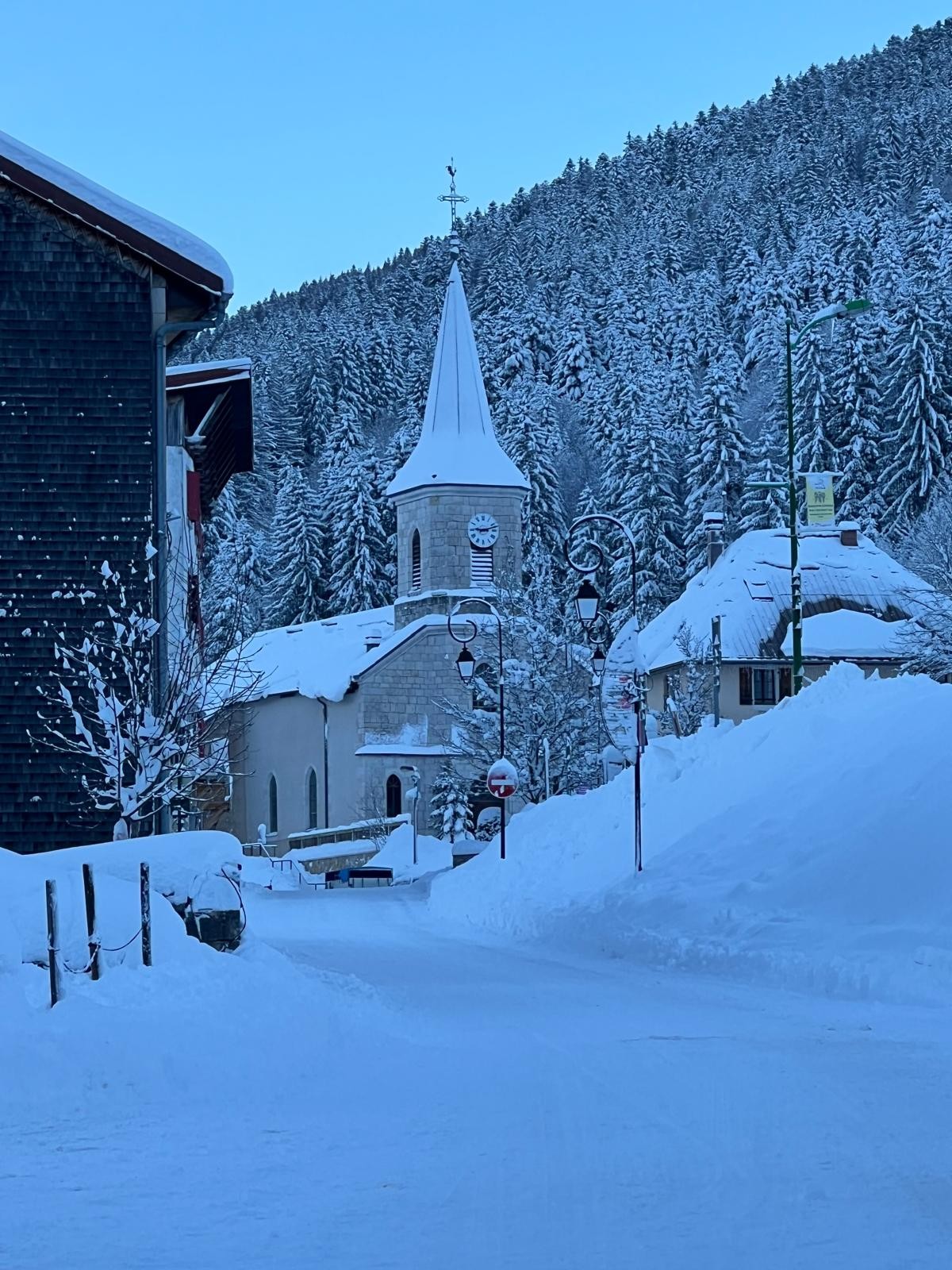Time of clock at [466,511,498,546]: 9:12
